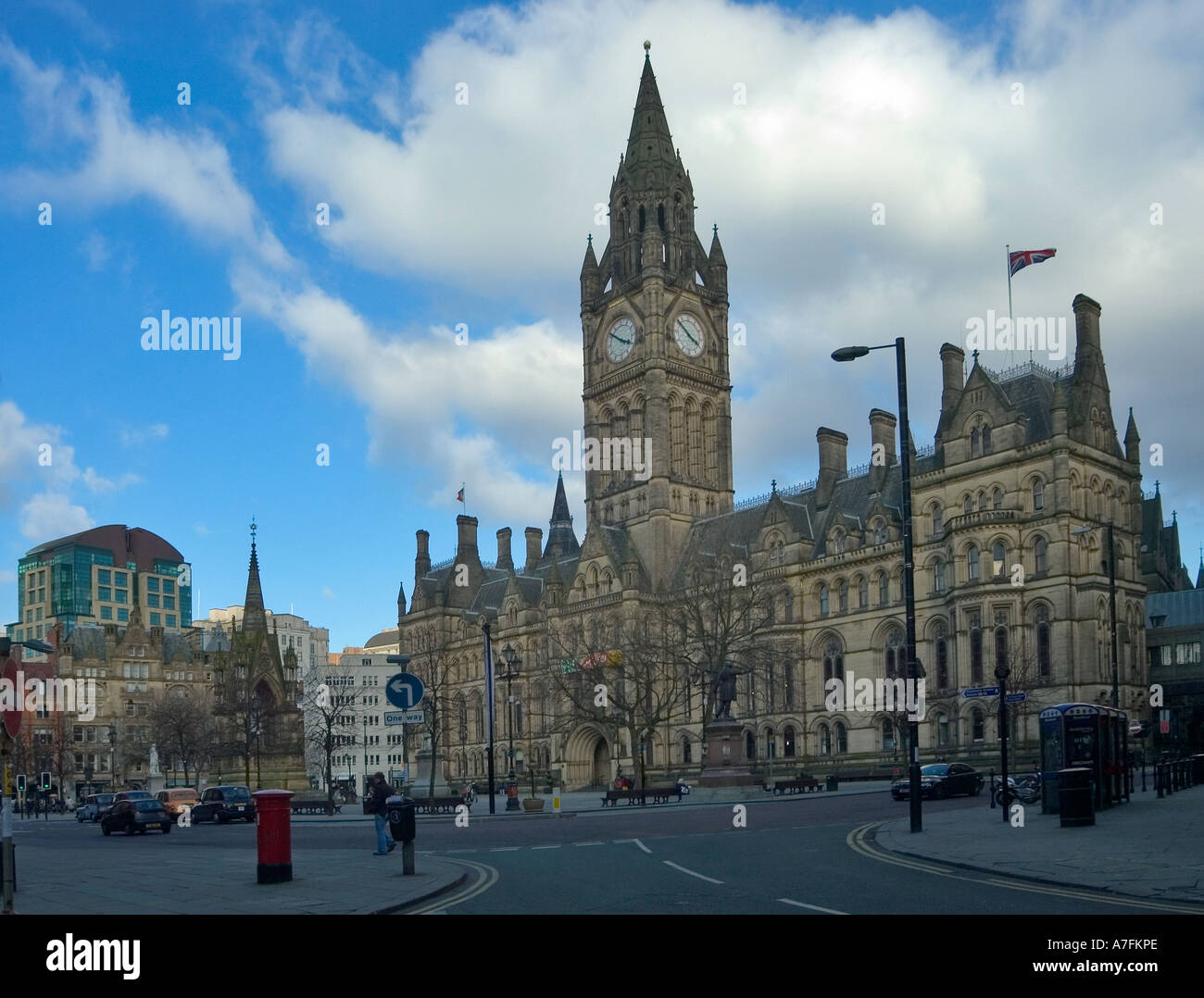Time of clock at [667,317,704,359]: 3:51
